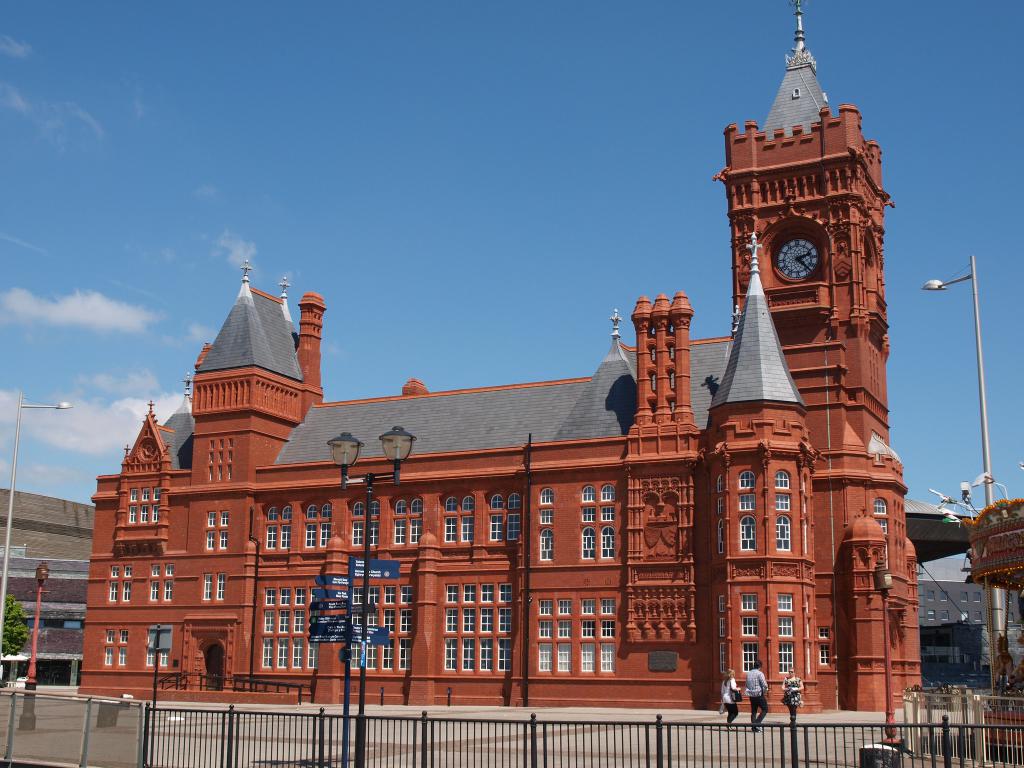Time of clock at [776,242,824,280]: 2:22
